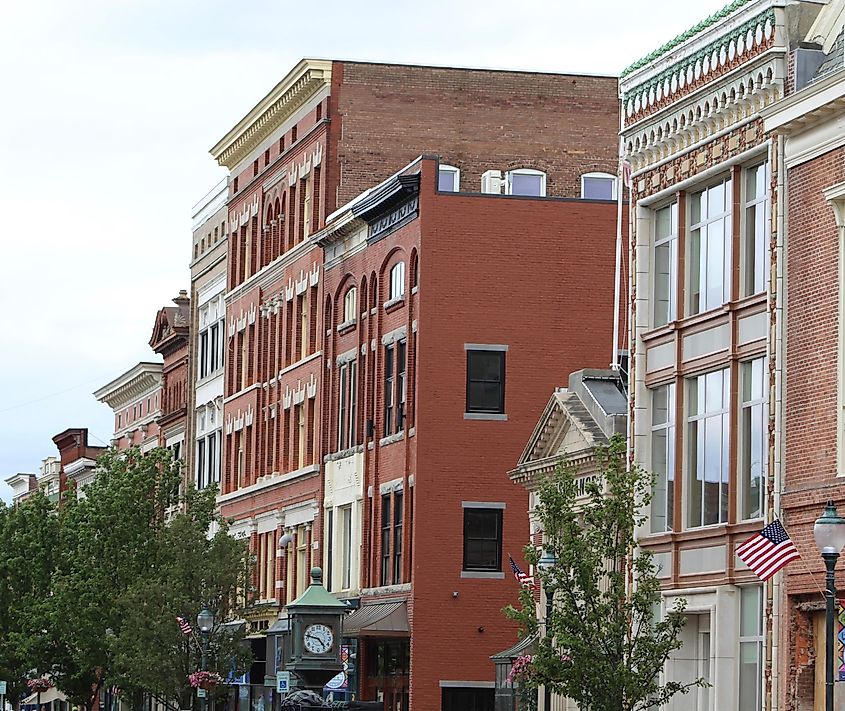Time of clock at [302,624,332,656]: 4:47
